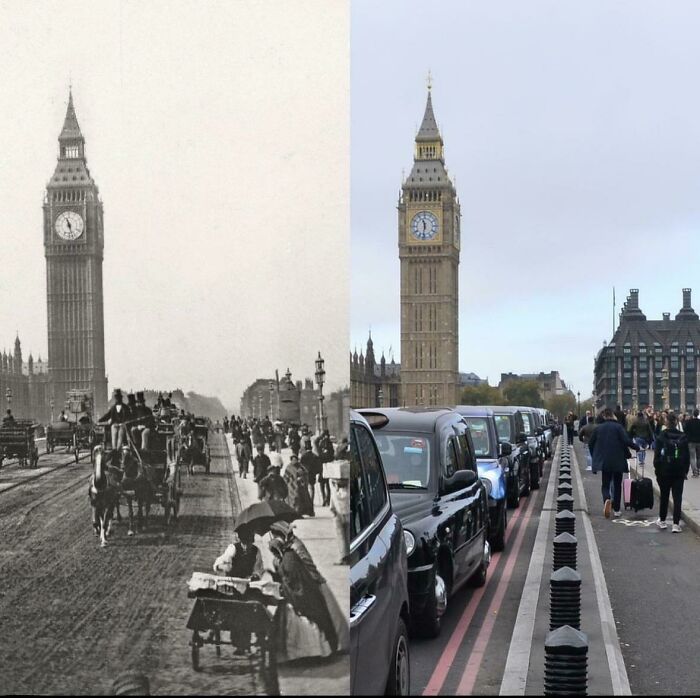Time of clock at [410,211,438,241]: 11:31
